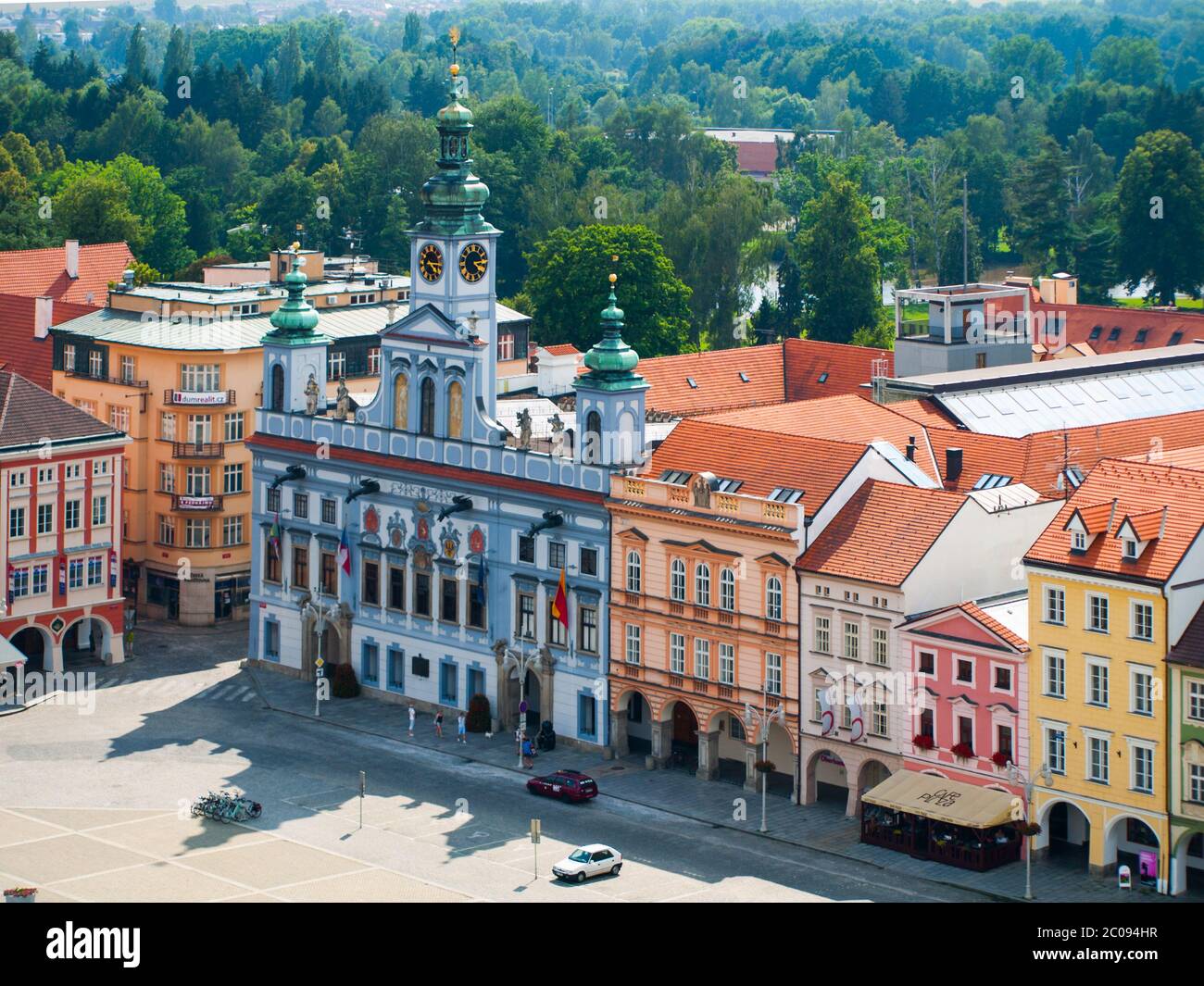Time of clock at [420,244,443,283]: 4:14
